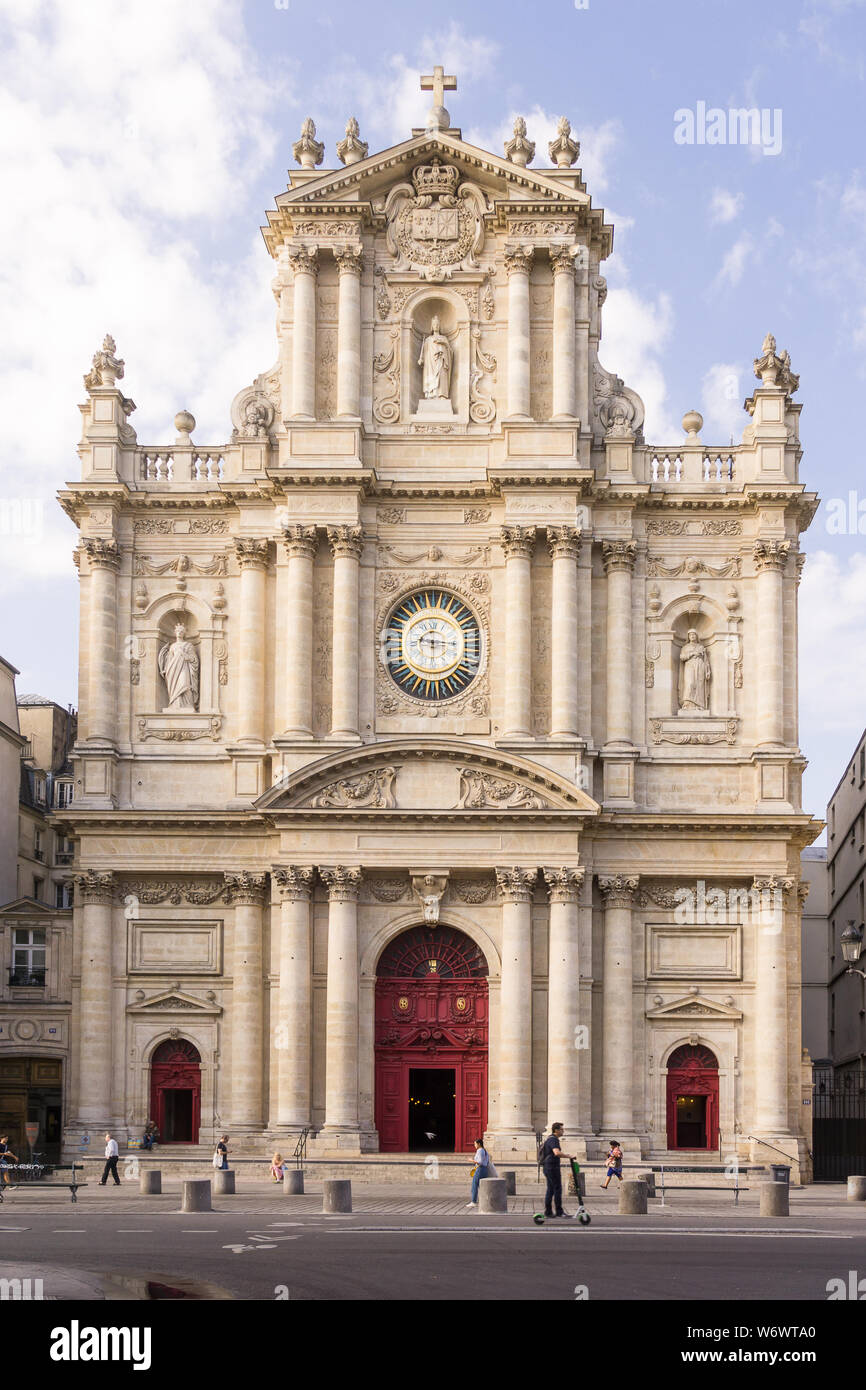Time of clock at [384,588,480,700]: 9:15
